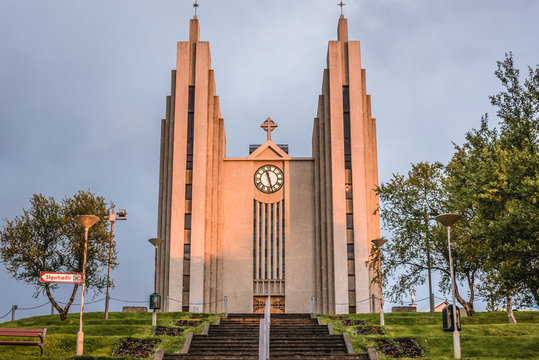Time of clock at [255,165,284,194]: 11:27
